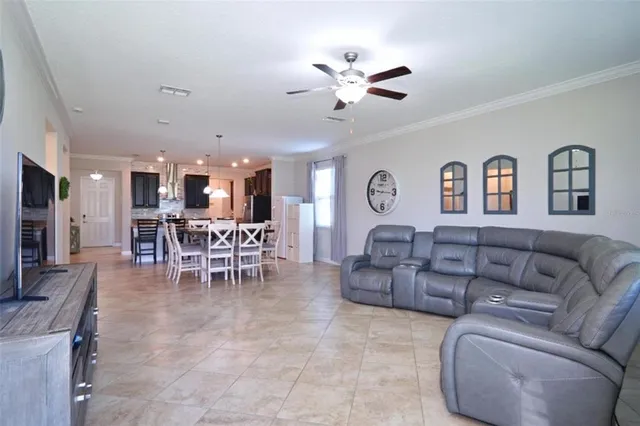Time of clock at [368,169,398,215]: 9:16
